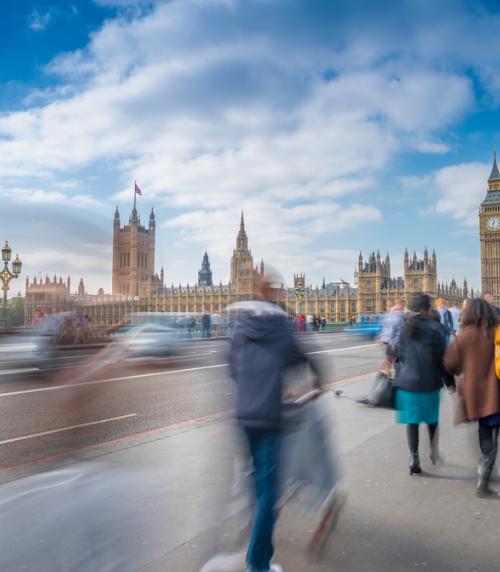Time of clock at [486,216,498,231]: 12:32
